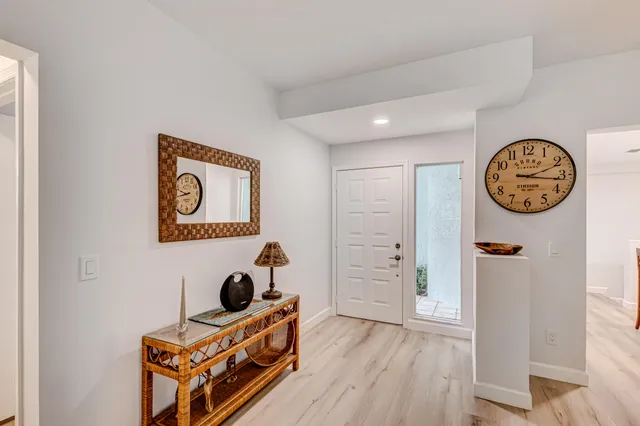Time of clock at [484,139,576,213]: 2:16
